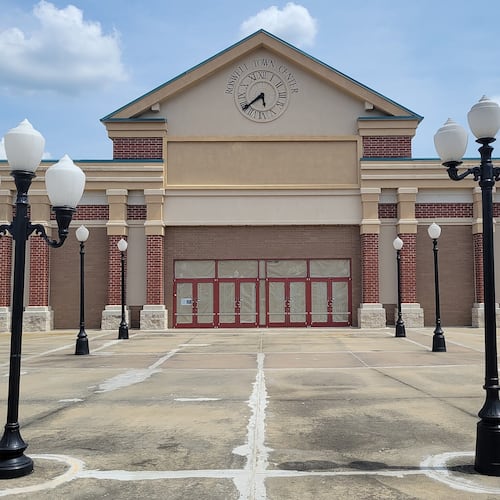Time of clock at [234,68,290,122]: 5:38
